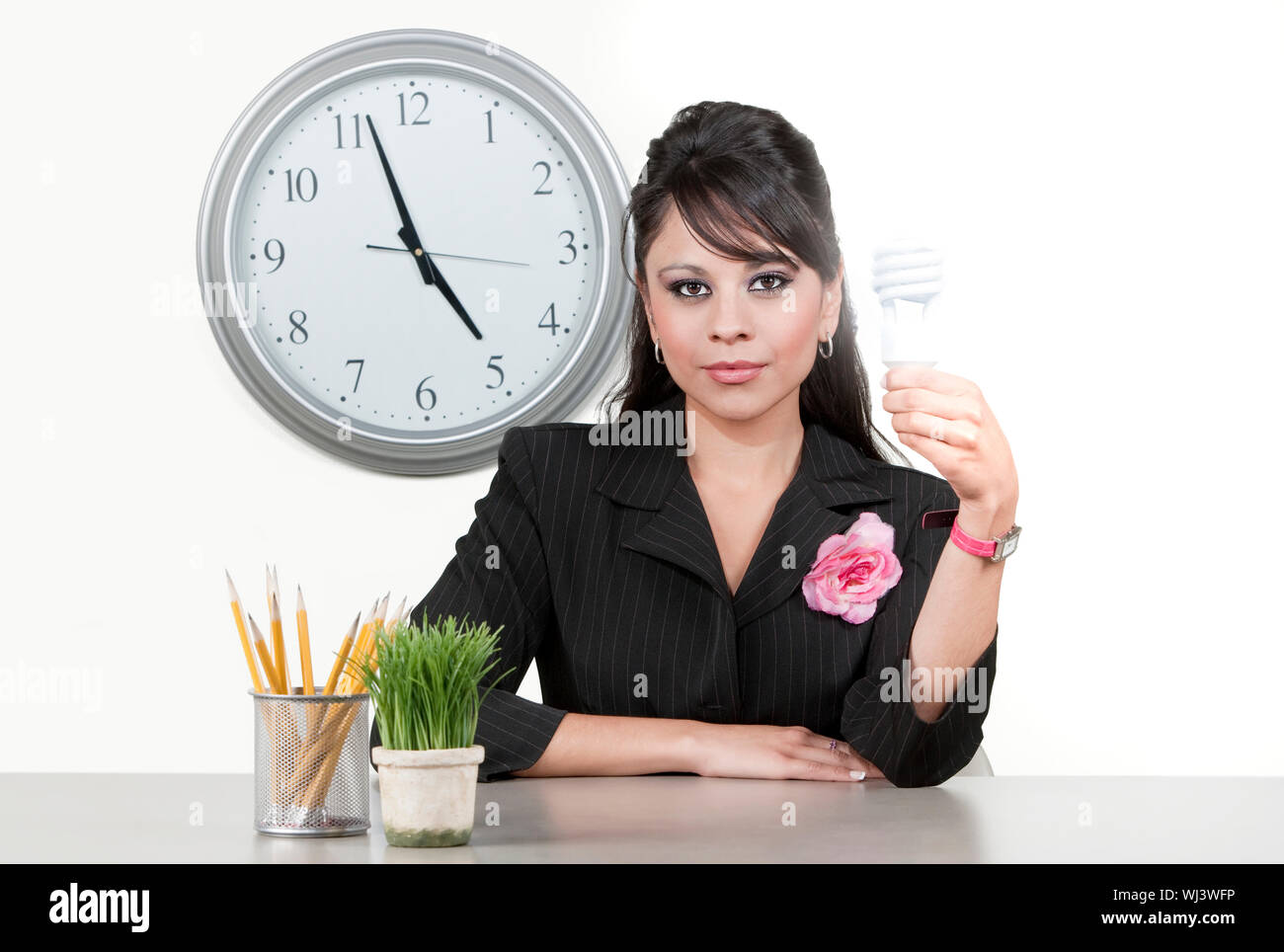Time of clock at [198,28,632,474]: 4:56
